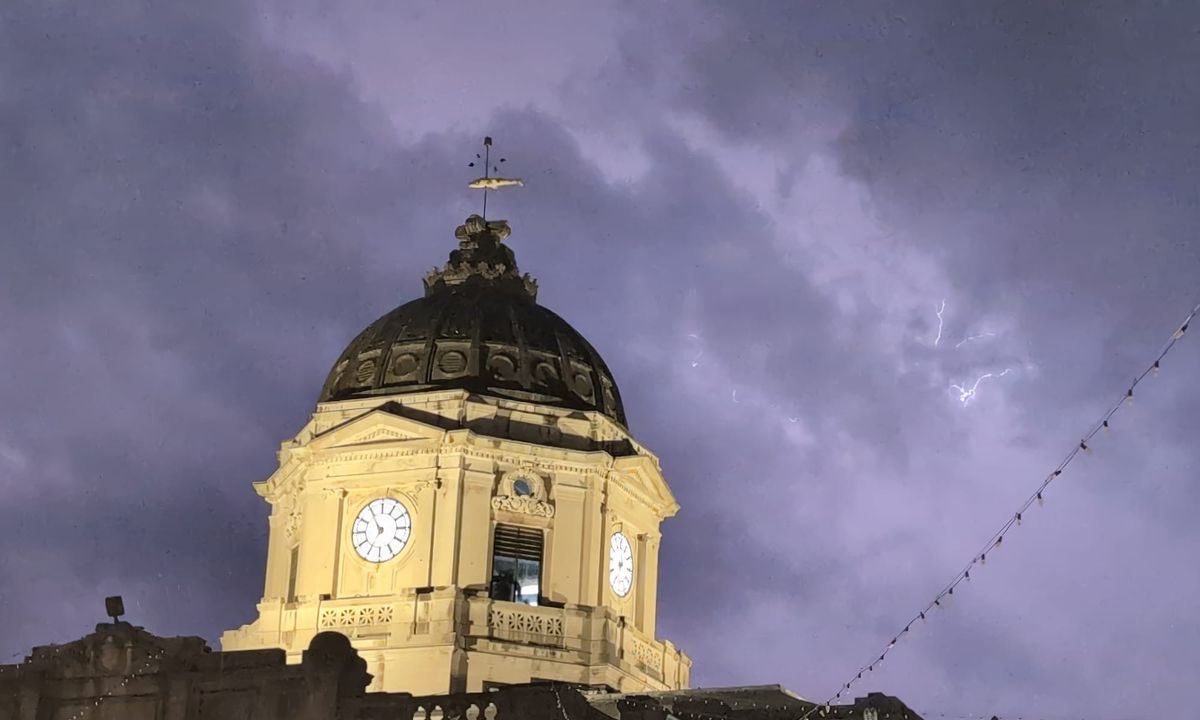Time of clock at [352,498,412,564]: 6:54
